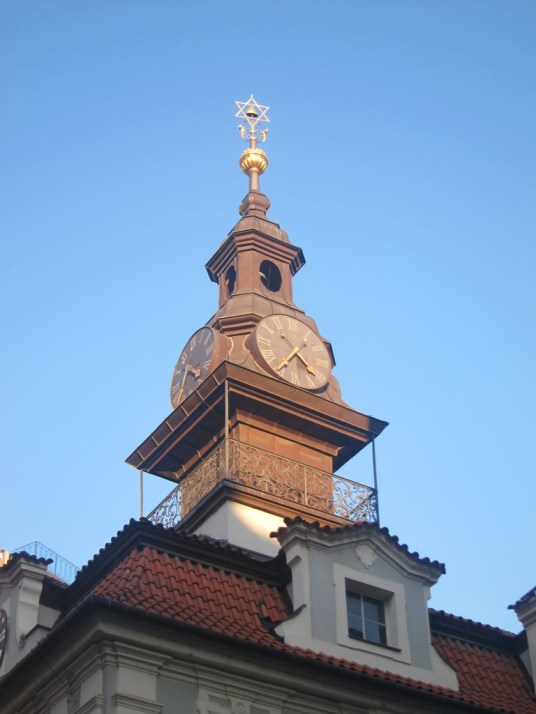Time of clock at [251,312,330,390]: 4:35
